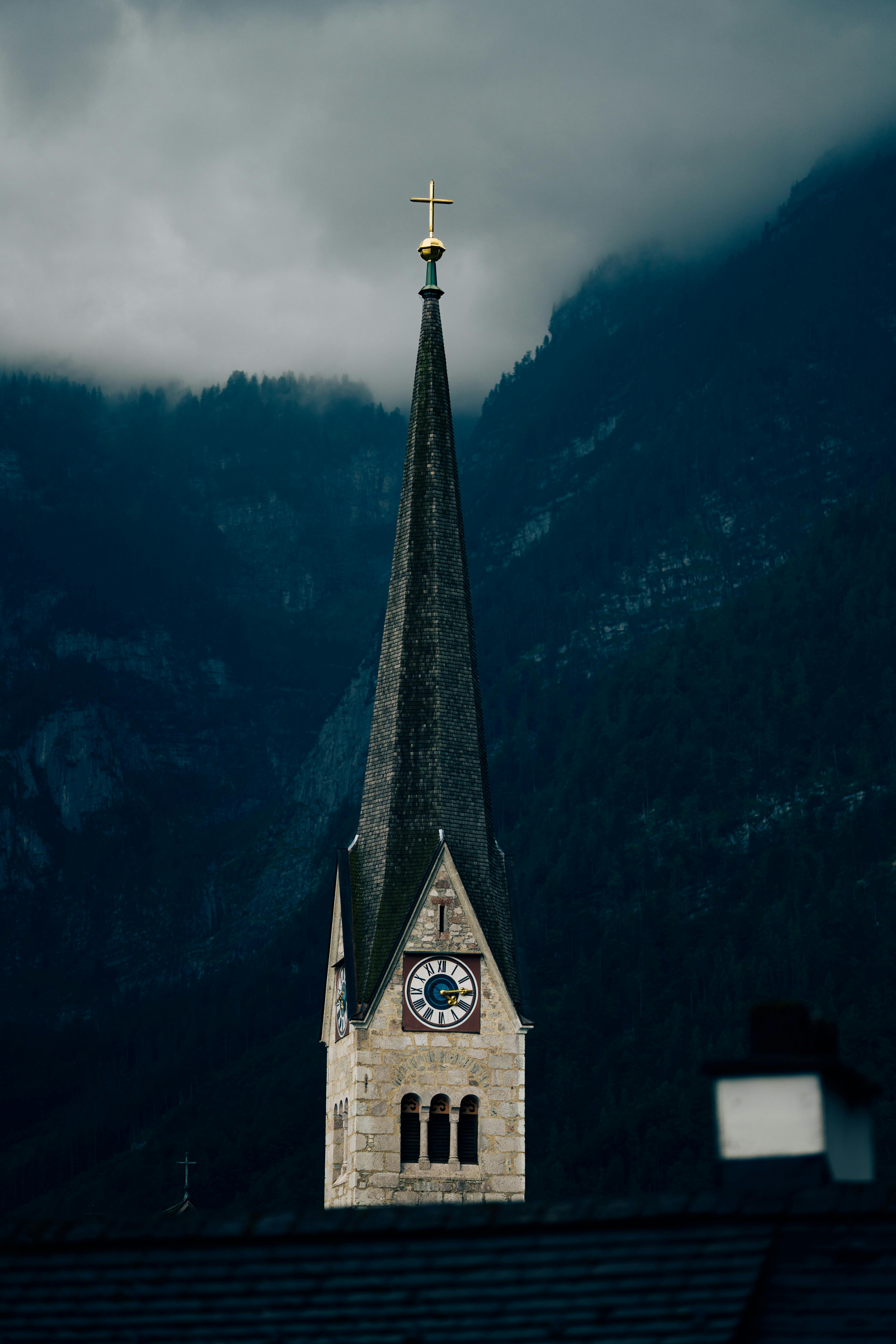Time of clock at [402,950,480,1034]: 4:14
